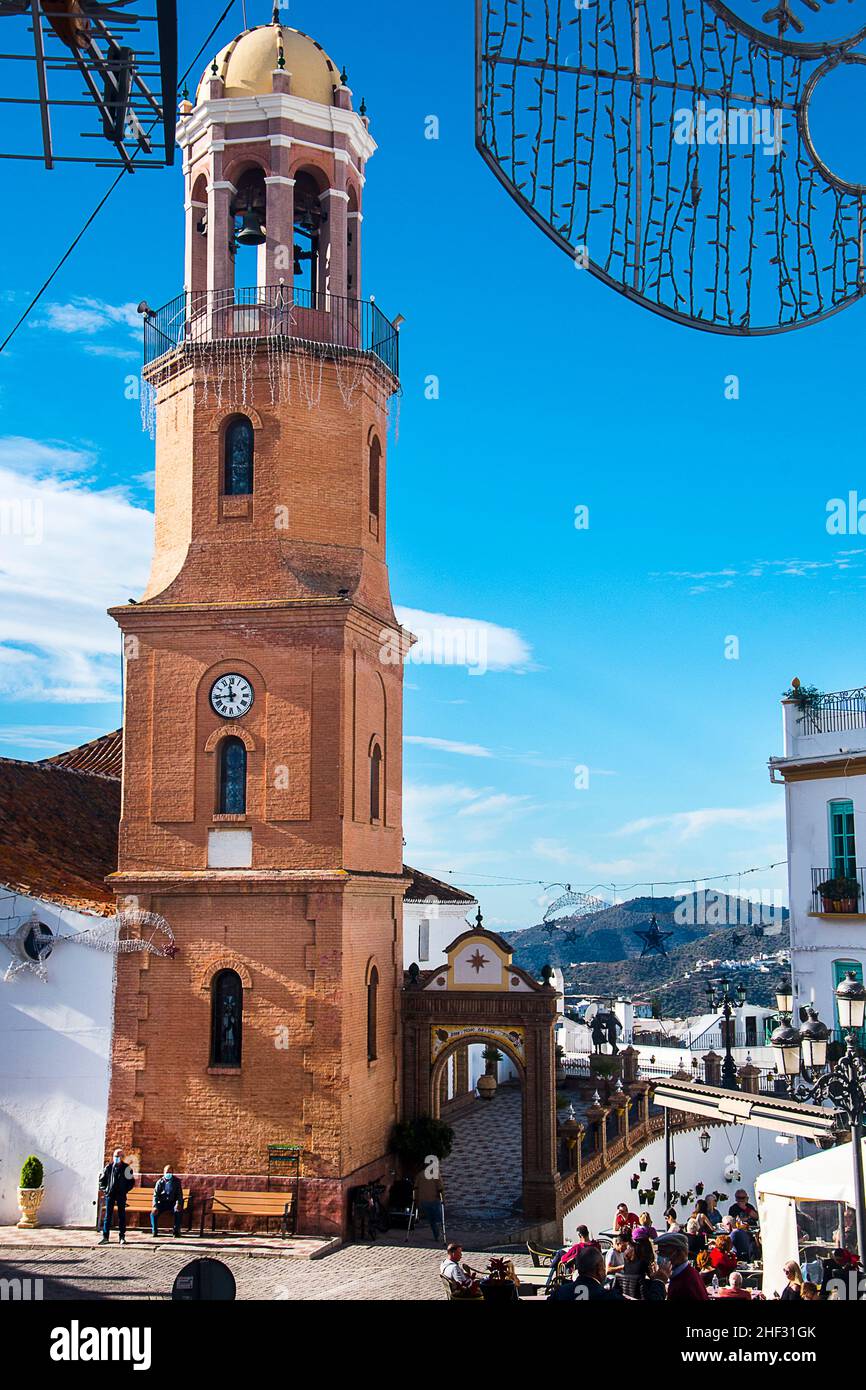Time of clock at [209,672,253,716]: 11:43
